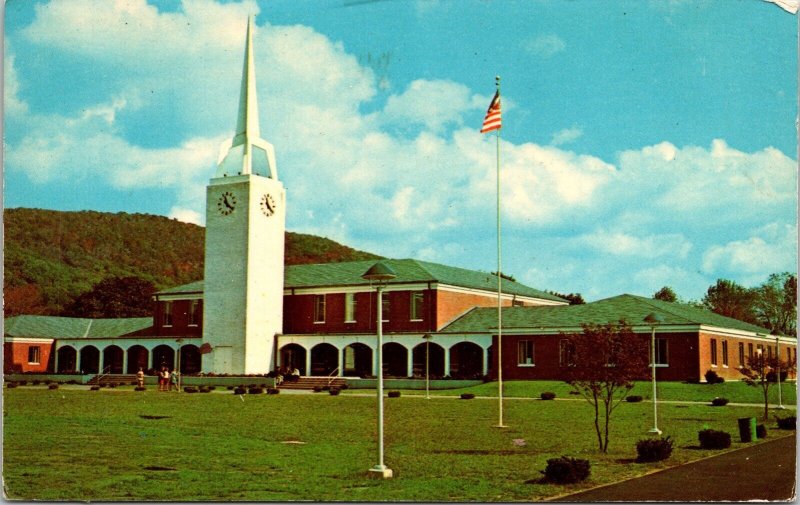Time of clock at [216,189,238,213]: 11:21
